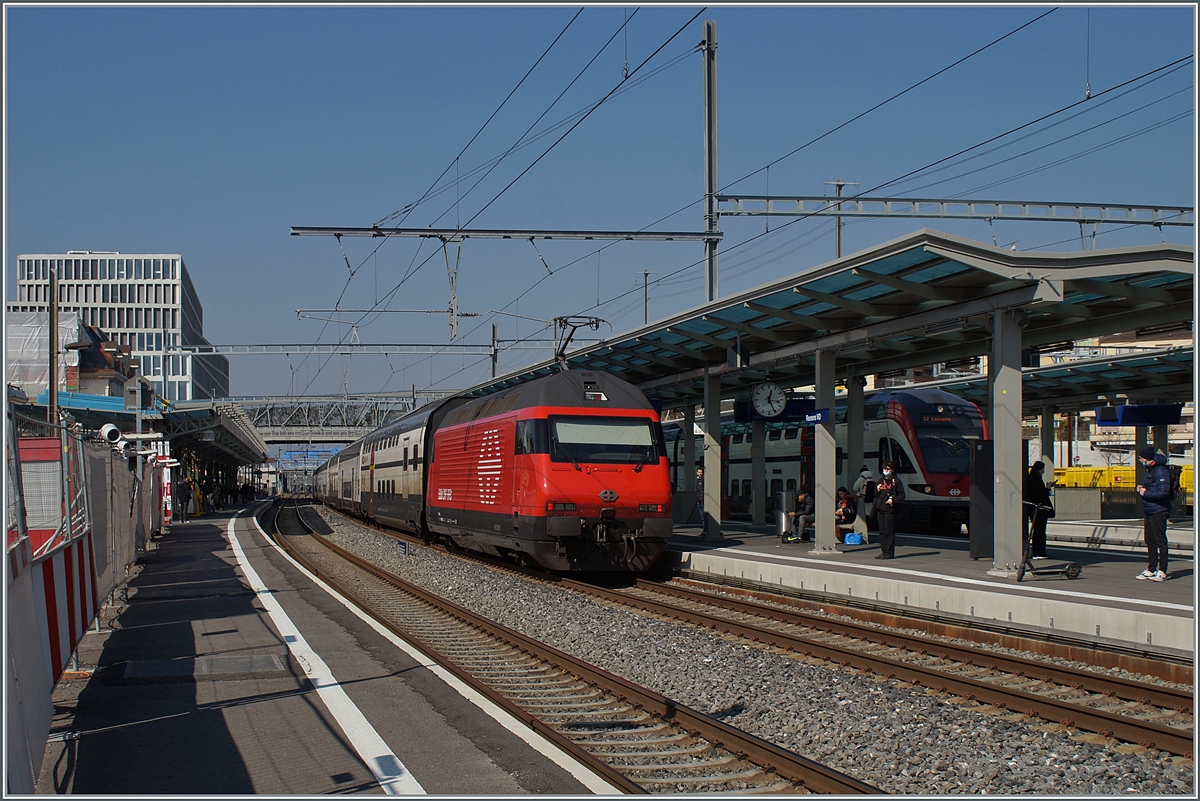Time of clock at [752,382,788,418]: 12:25
